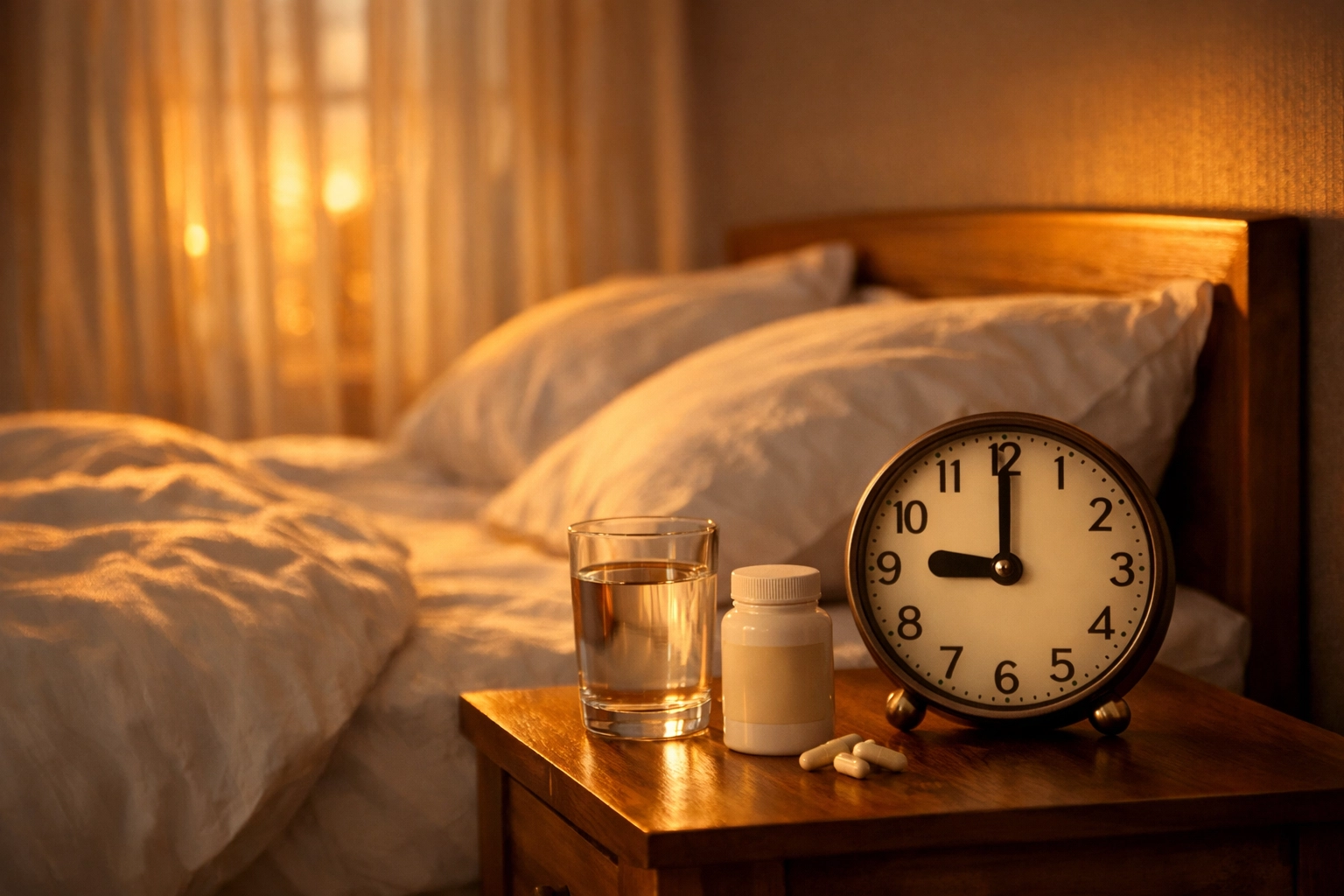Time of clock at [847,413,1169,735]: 9:00
